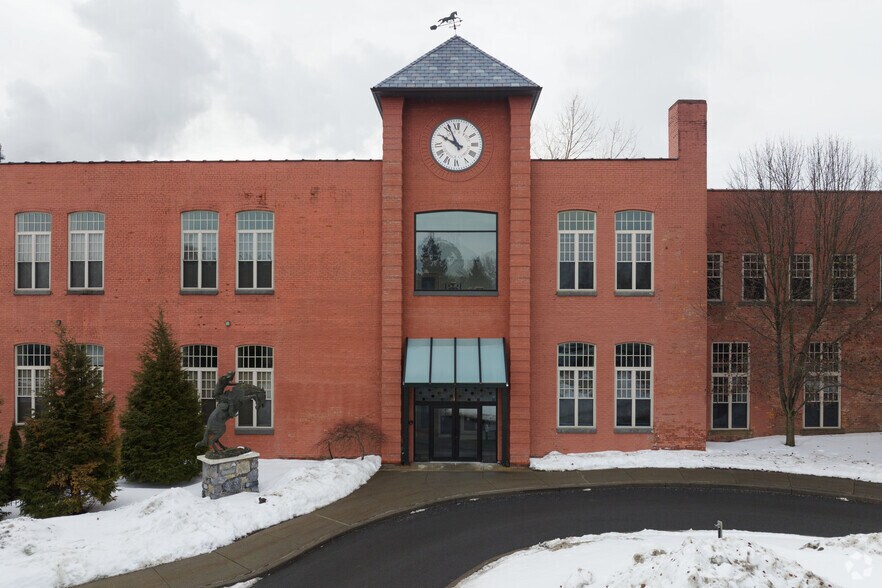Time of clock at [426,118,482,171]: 9:55
